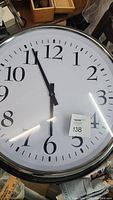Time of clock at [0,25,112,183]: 5:55
